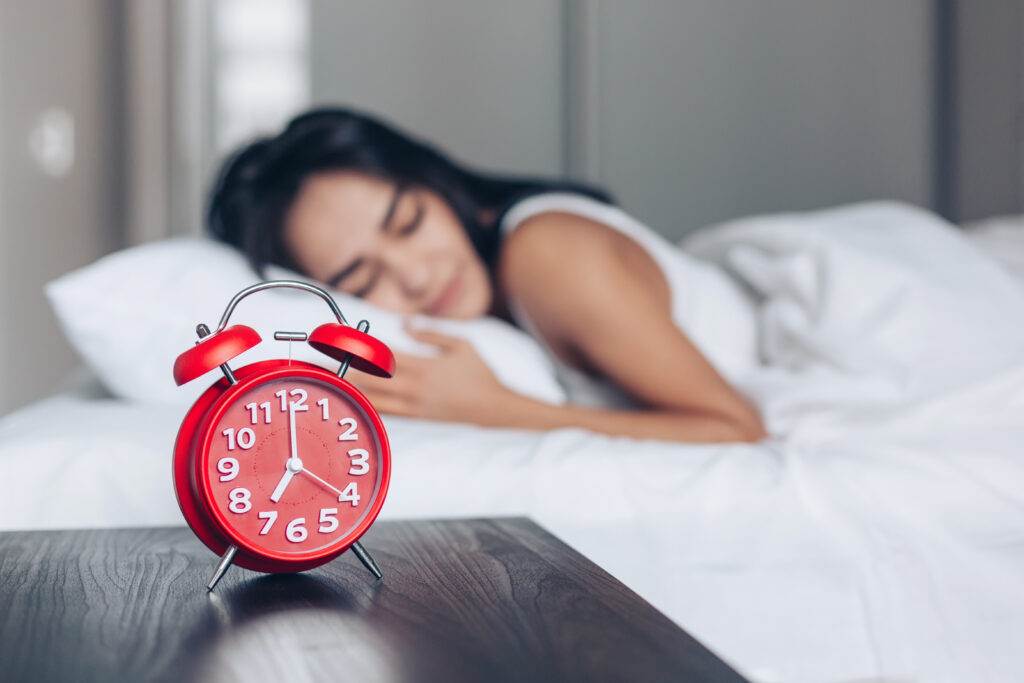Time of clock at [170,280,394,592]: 7:00
